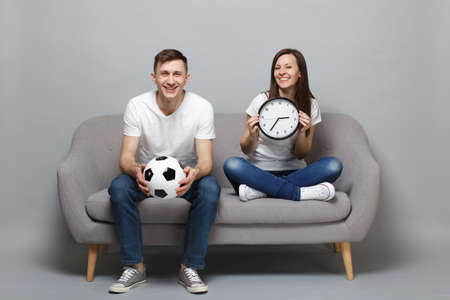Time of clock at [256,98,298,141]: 2:34
